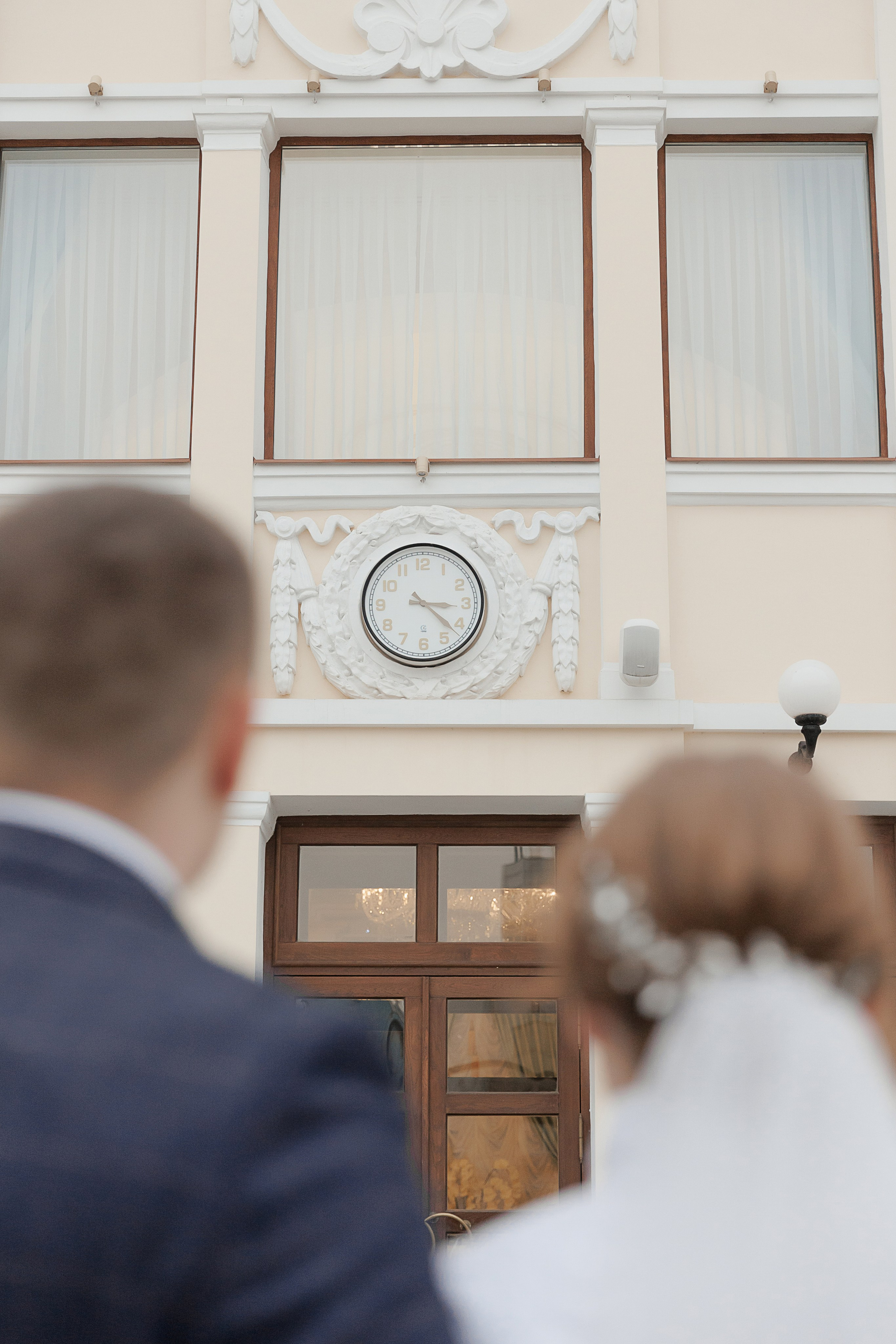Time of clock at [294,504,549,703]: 3:22
